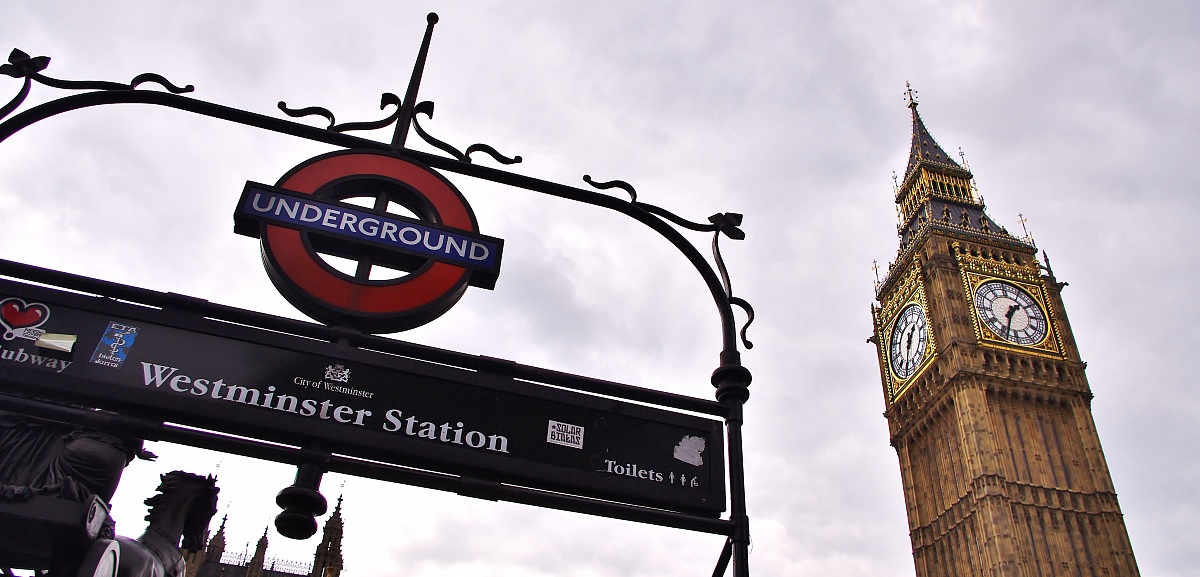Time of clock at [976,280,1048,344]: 1:33
